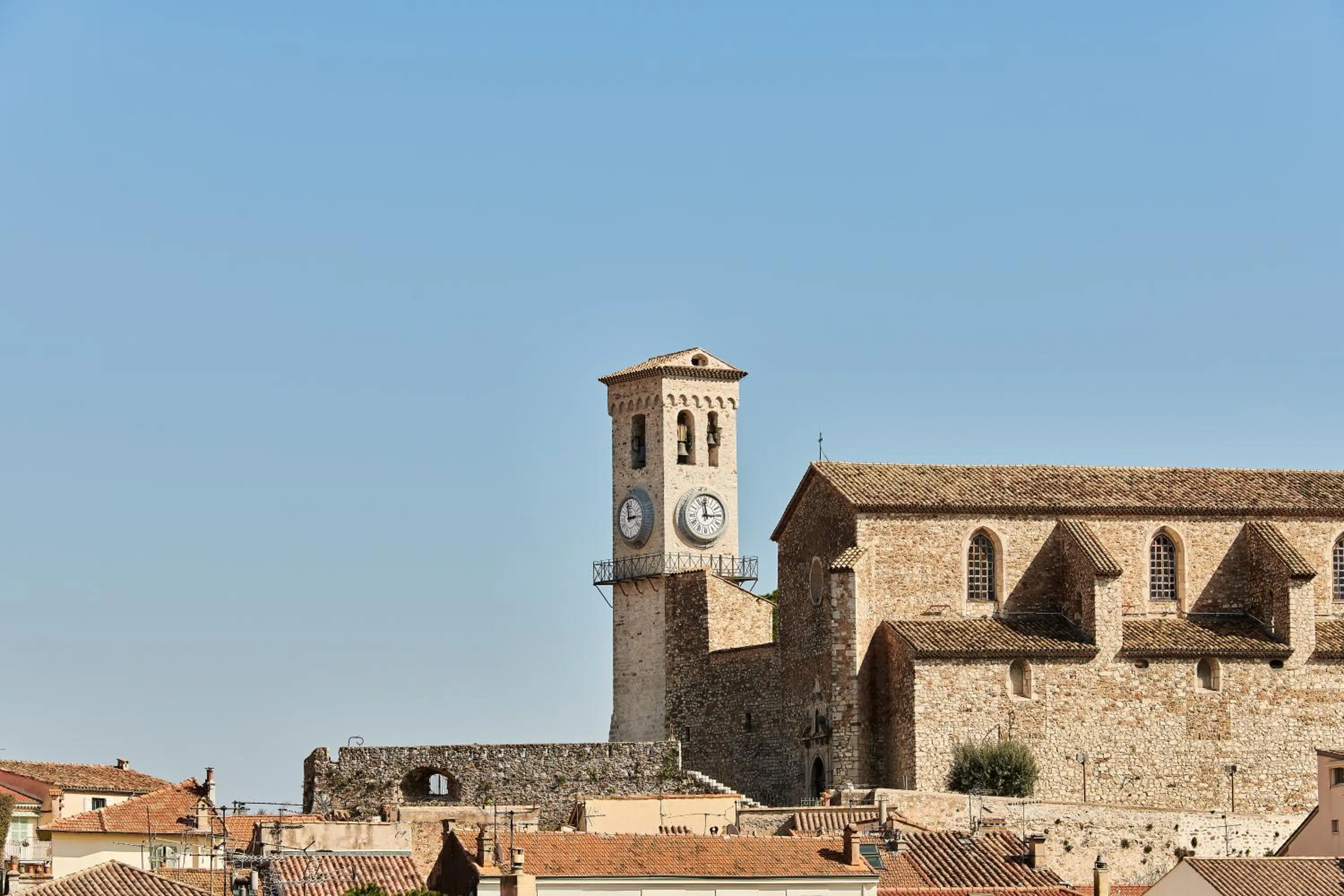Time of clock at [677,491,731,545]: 2:58
